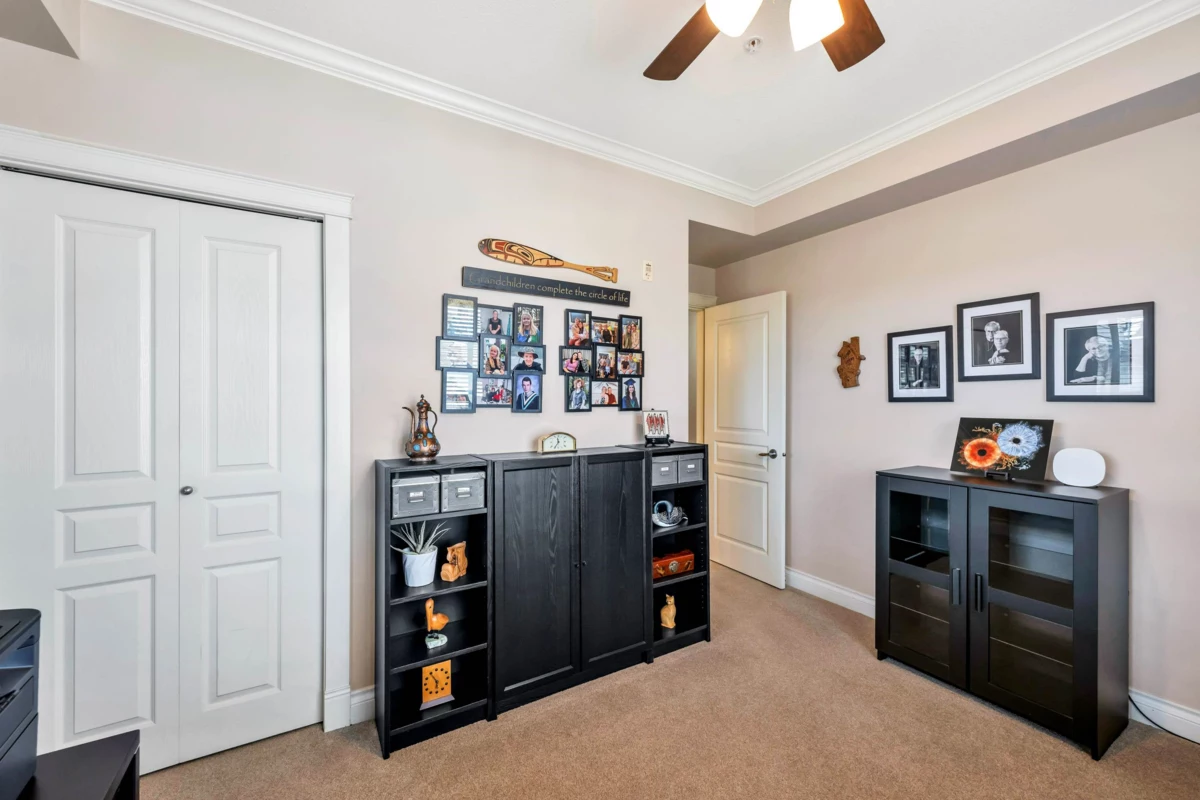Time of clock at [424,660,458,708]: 5:54
